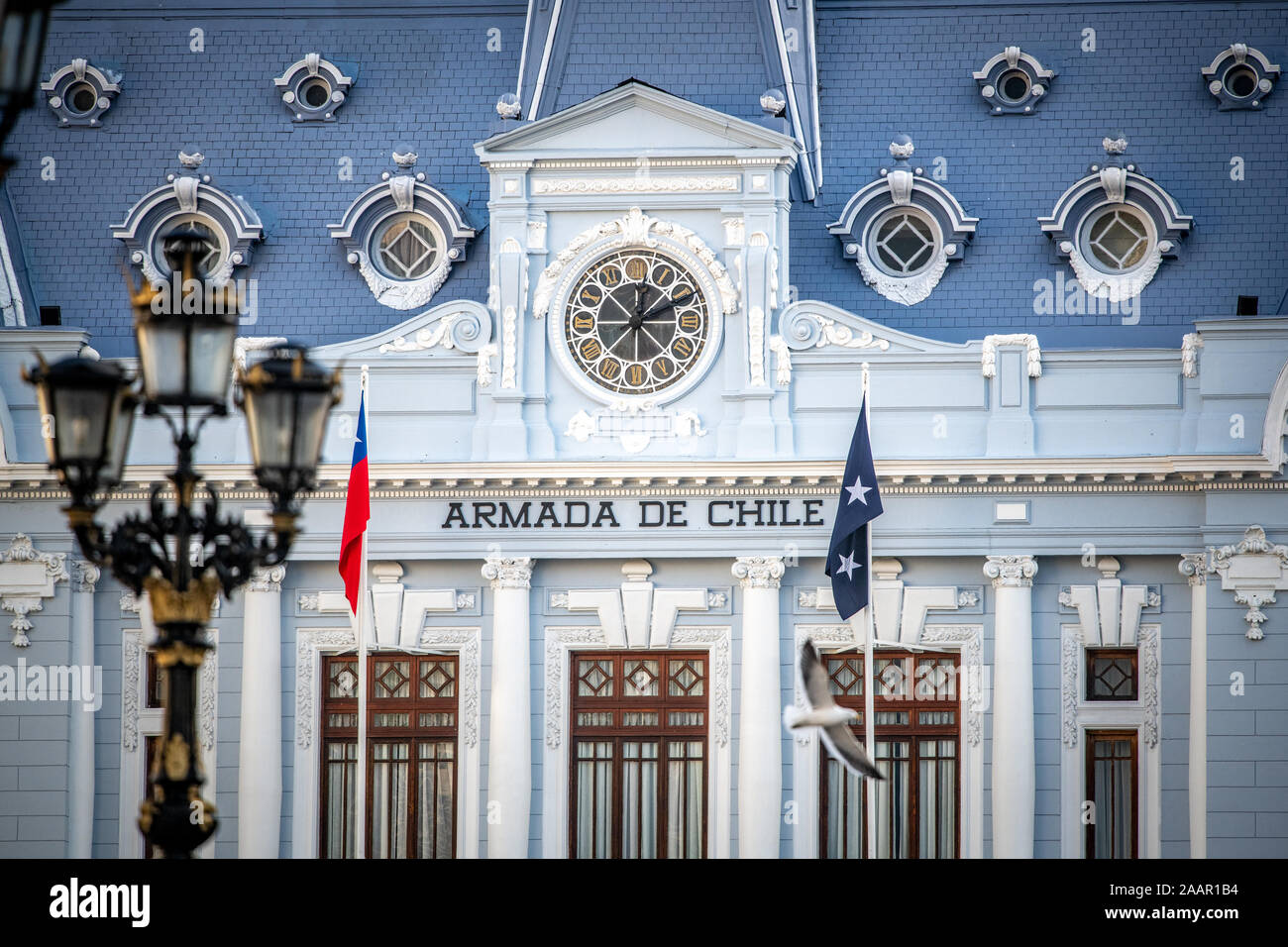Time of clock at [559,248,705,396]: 12:10
